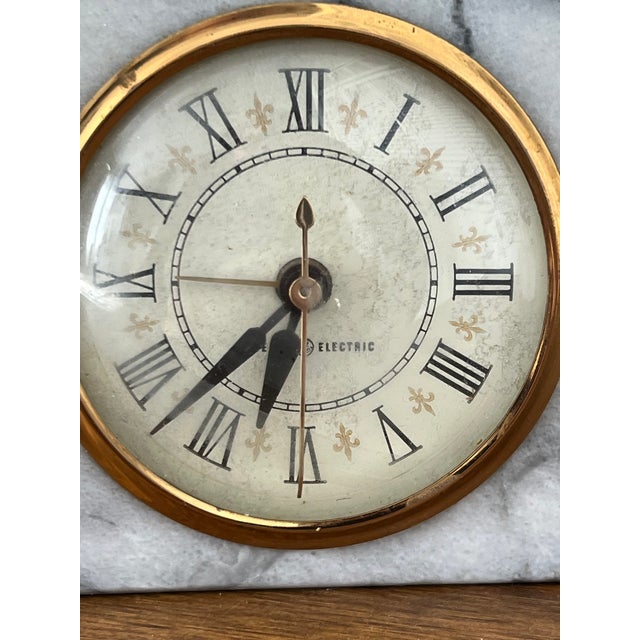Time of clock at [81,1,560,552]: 6:37
